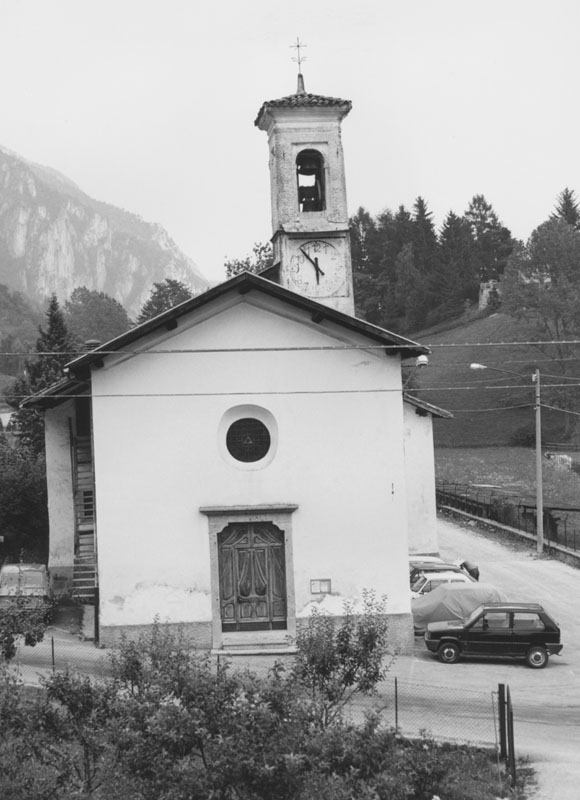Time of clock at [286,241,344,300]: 5:53
